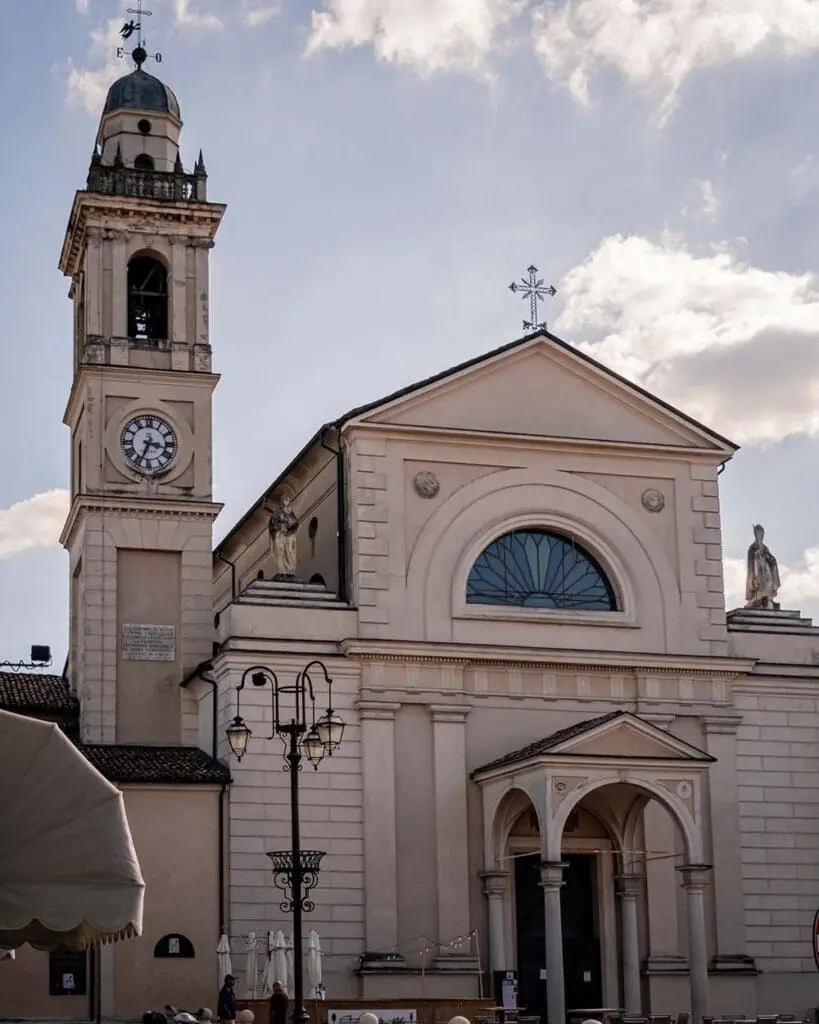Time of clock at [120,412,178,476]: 3:34
